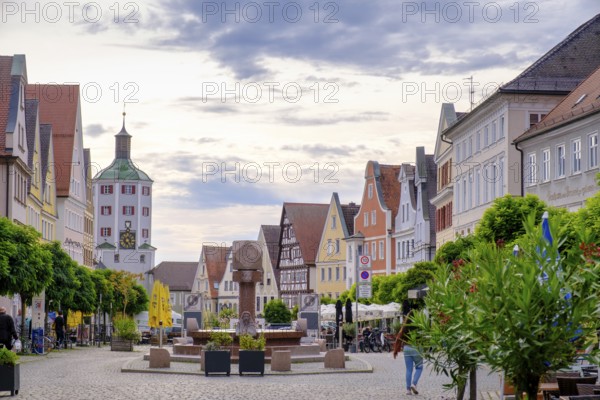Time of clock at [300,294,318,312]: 1:37
